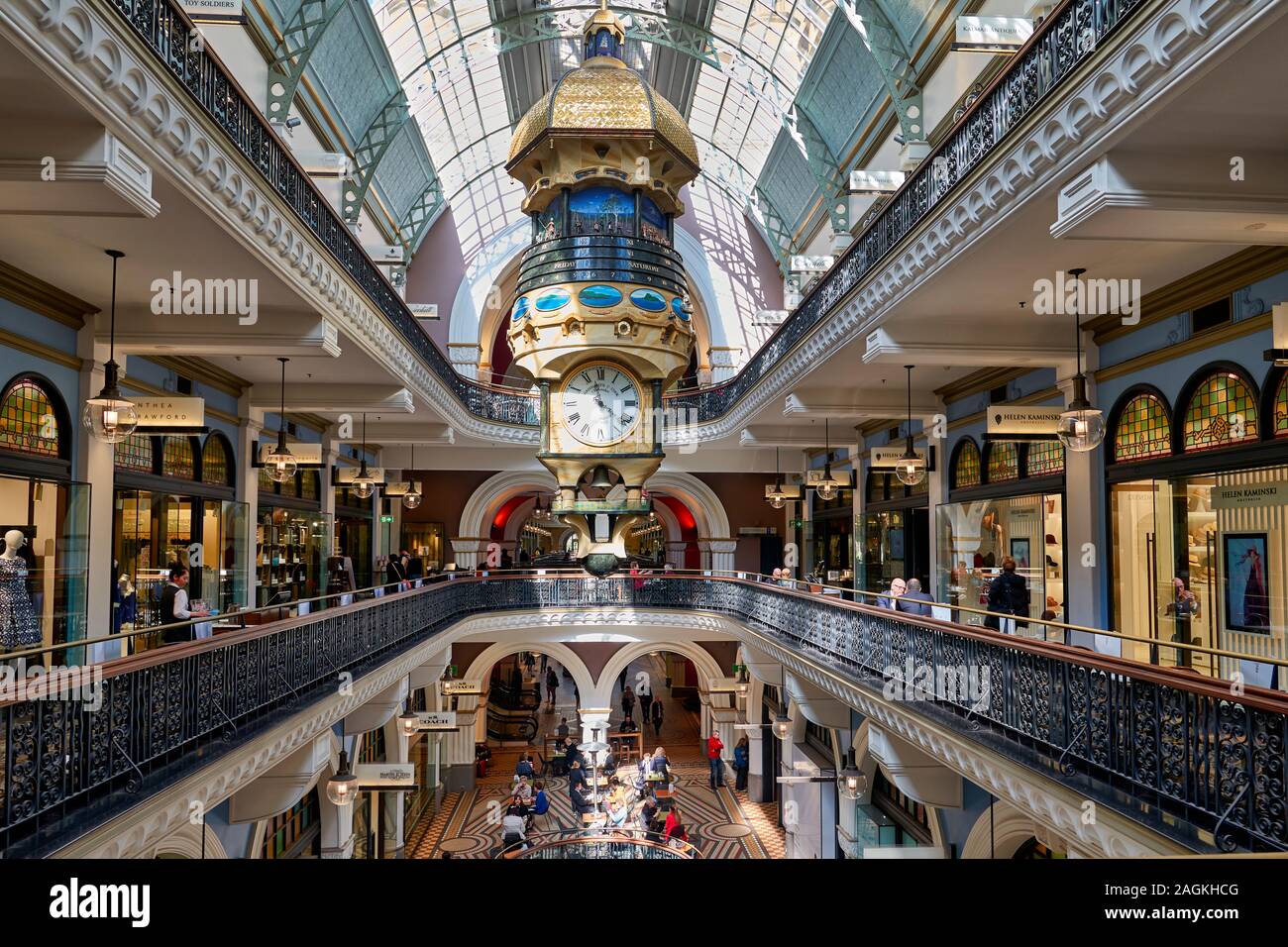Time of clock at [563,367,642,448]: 3:57
